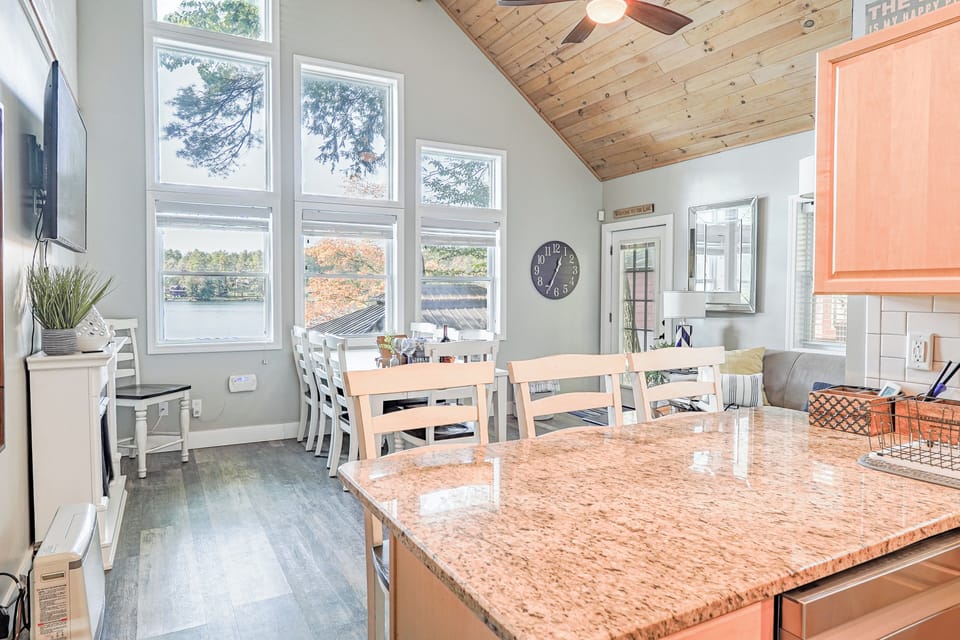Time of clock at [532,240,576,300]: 12:34
